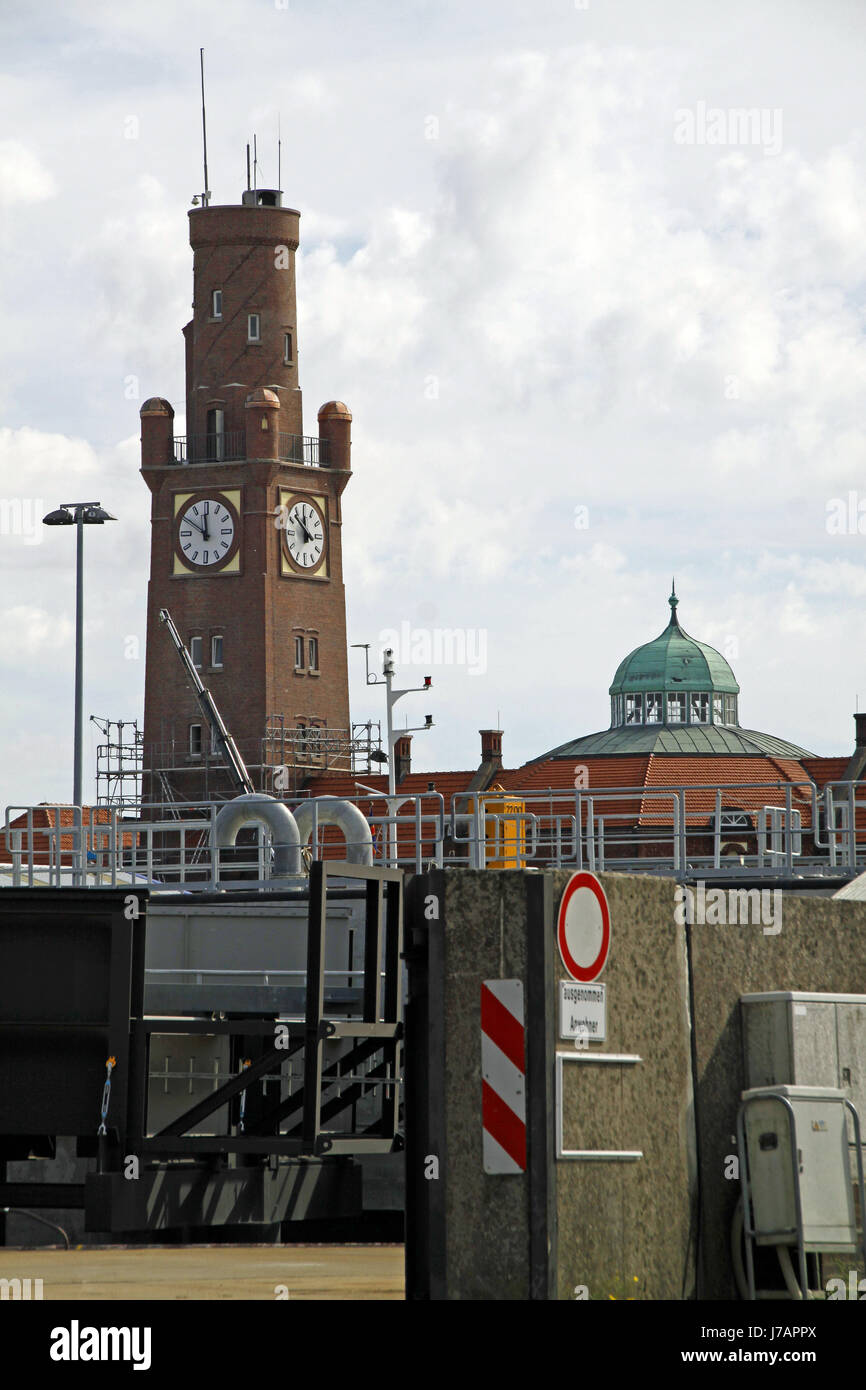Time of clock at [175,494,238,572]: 11:50
